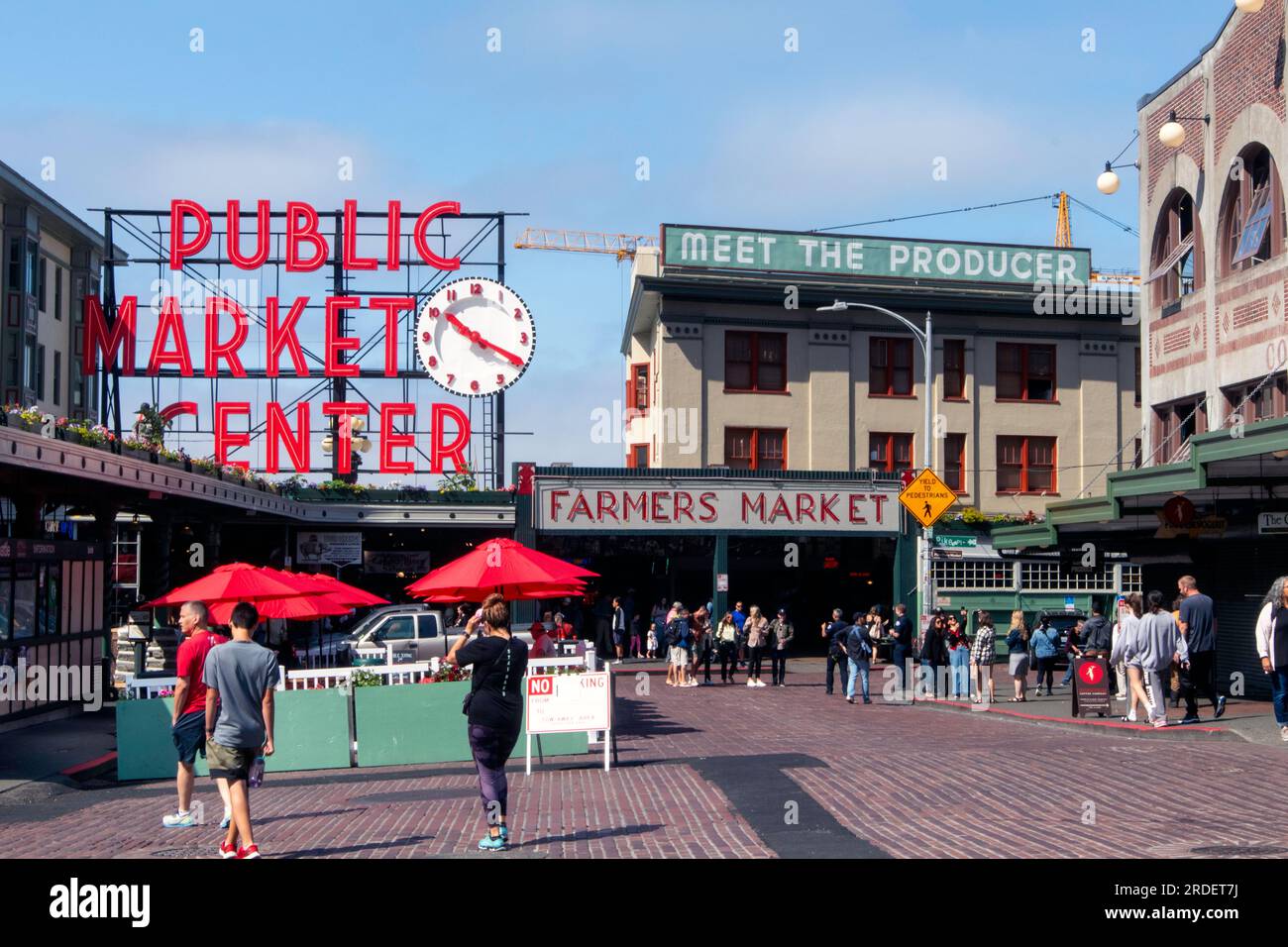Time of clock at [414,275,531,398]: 10:19
